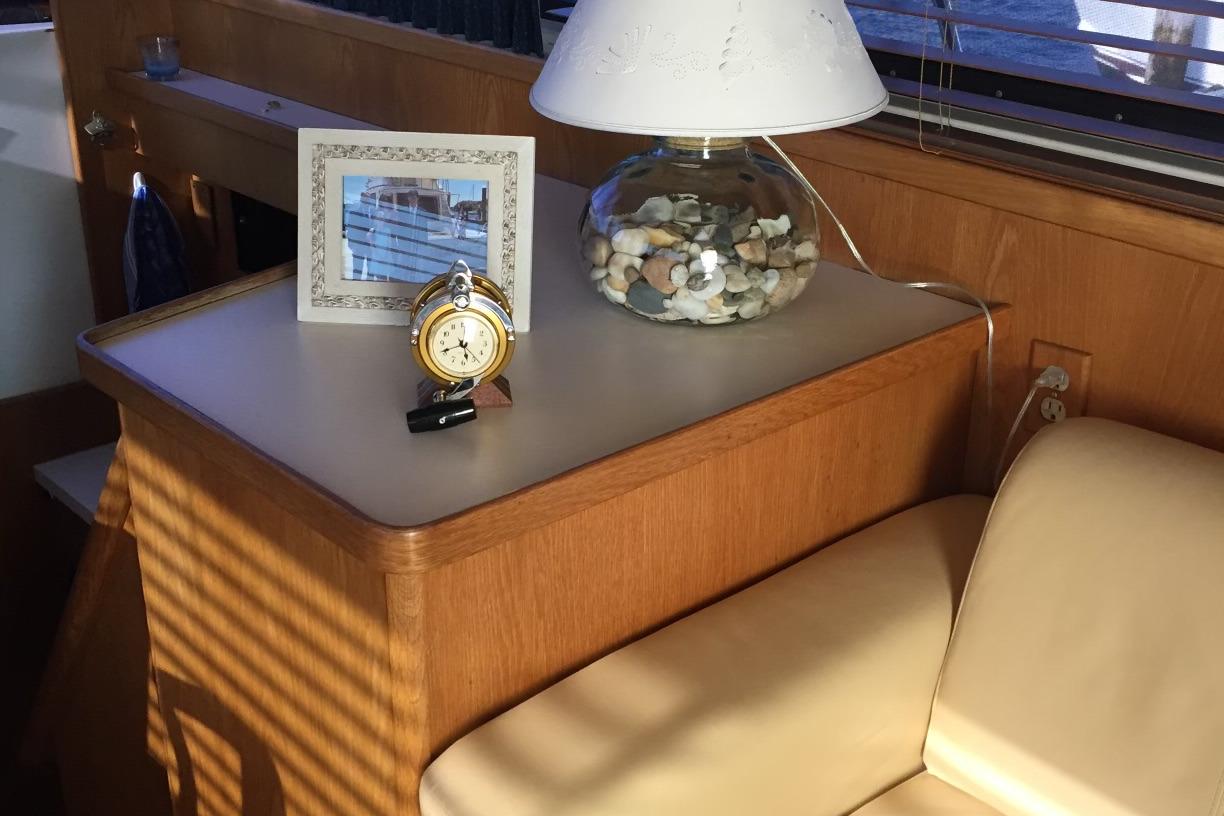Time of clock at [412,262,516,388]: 5:42
